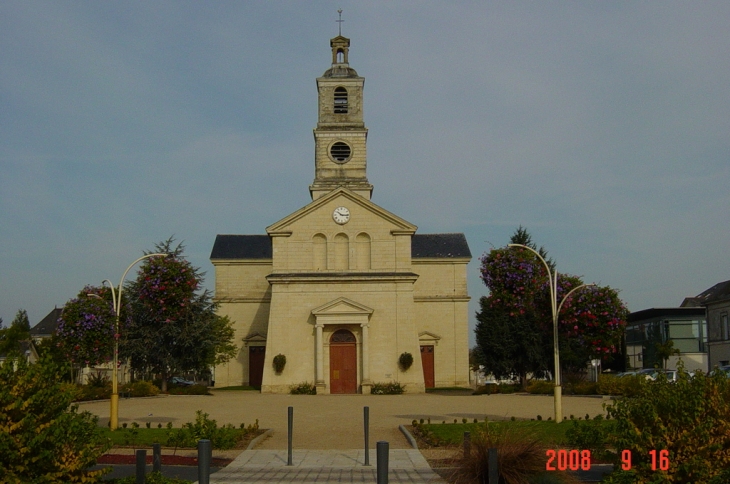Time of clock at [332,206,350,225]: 10:15
